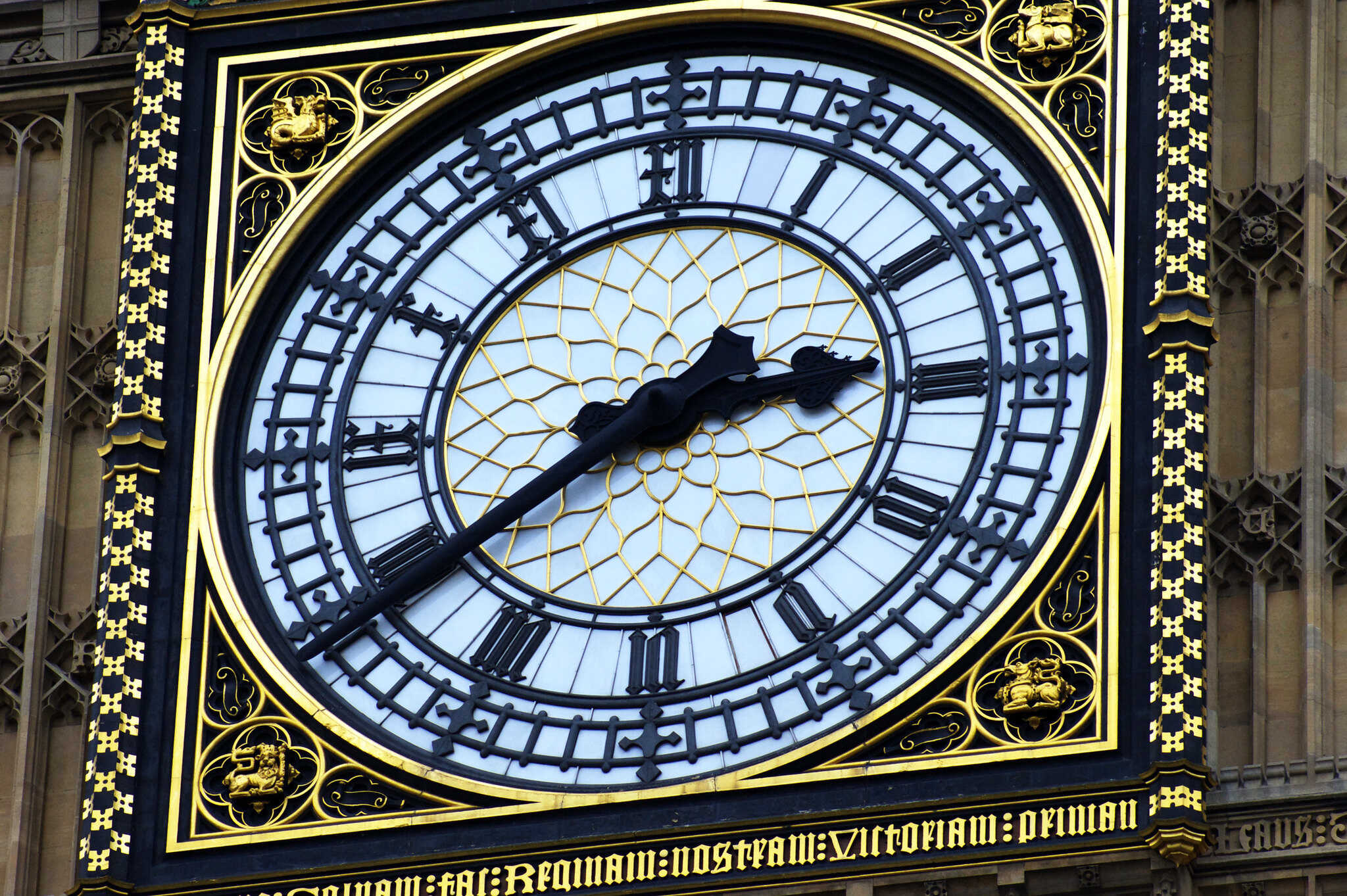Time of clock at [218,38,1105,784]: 2:39
